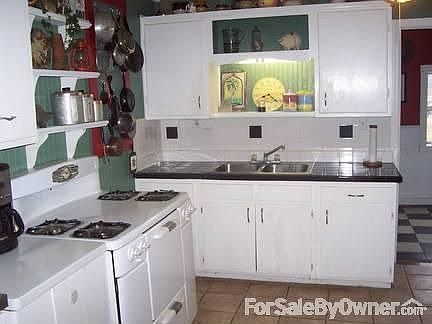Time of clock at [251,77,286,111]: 8:21
